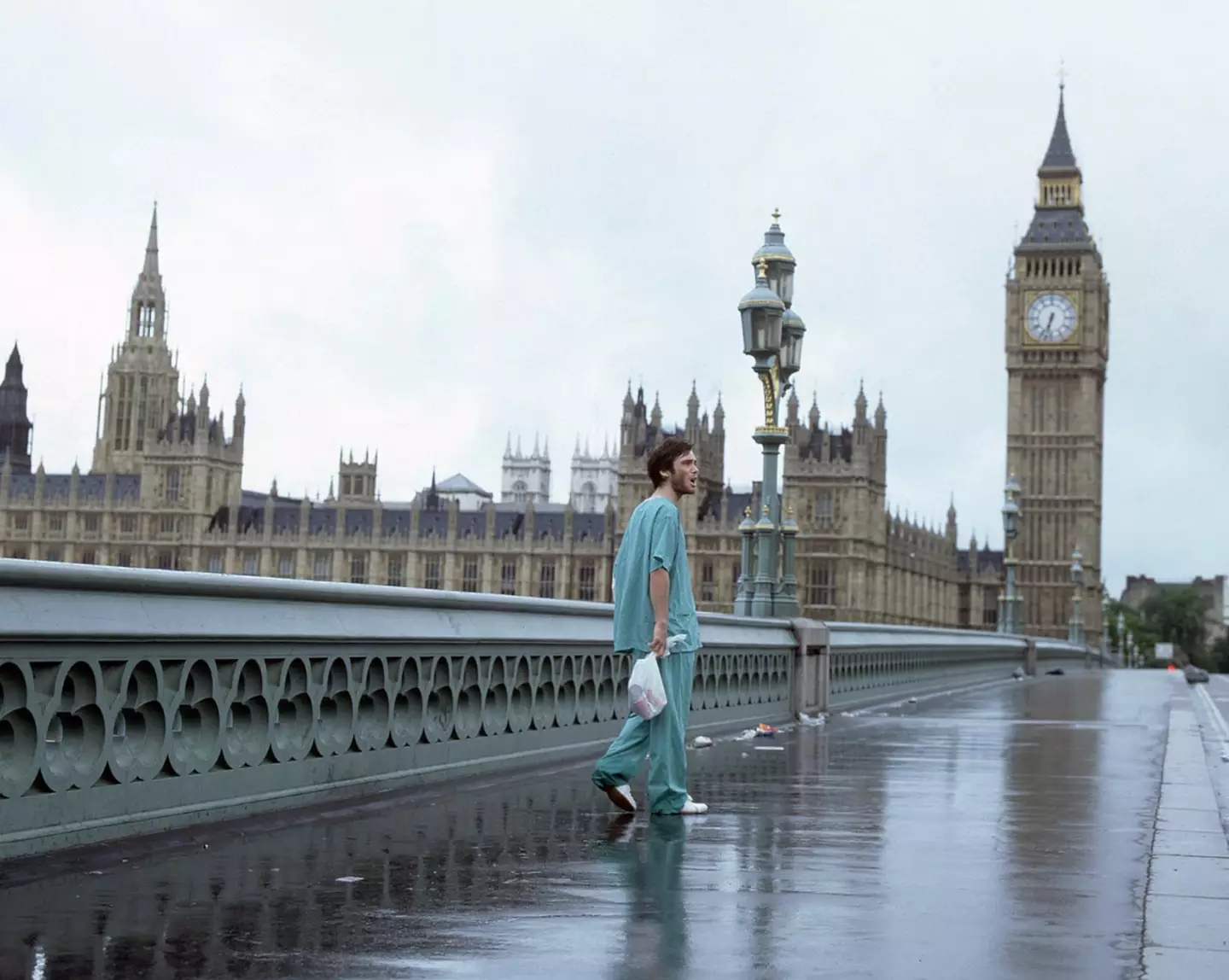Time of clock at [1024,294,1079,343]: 6:32
